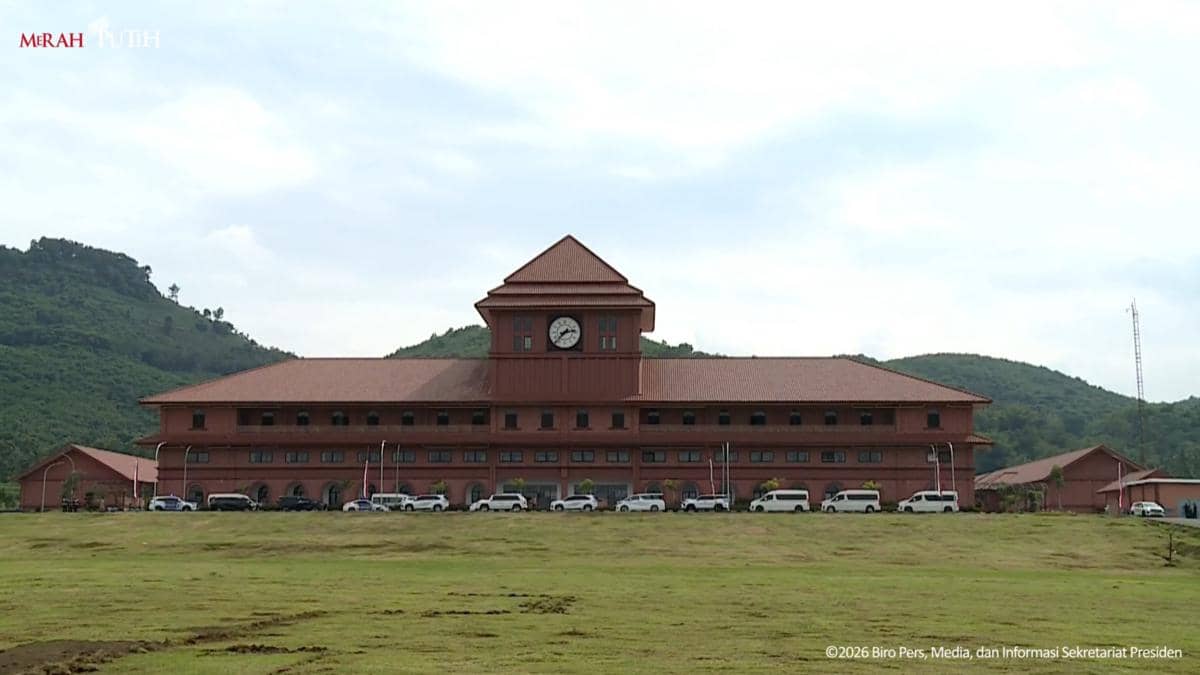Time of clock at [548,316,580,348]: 2:37
